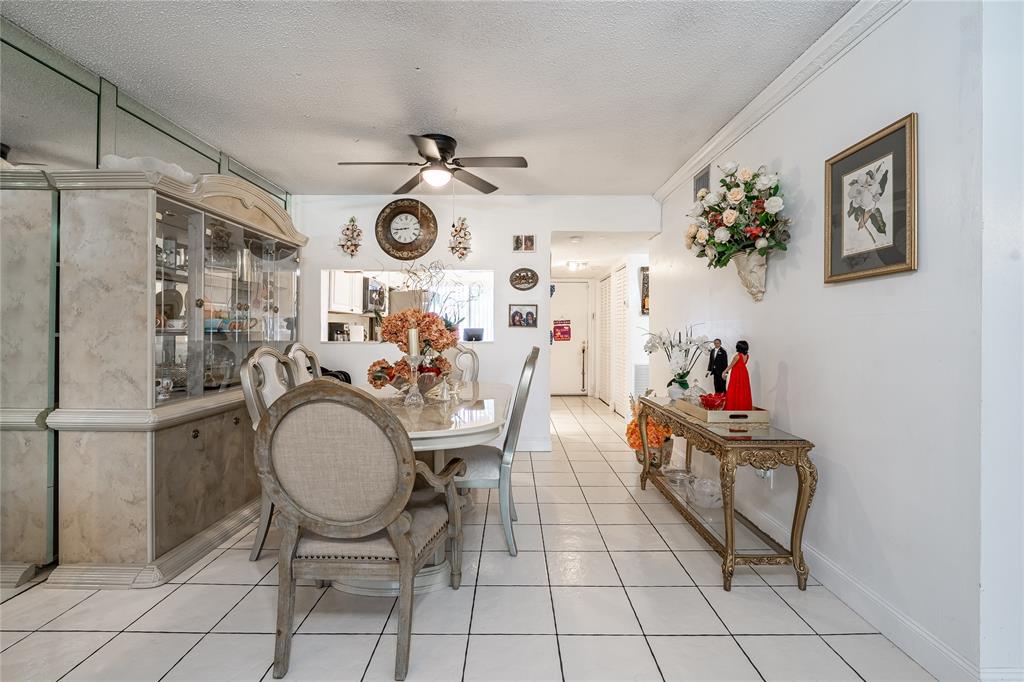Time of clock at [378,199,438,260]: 8:43
